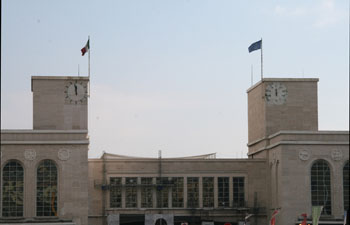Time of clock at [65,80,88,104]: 11:57
